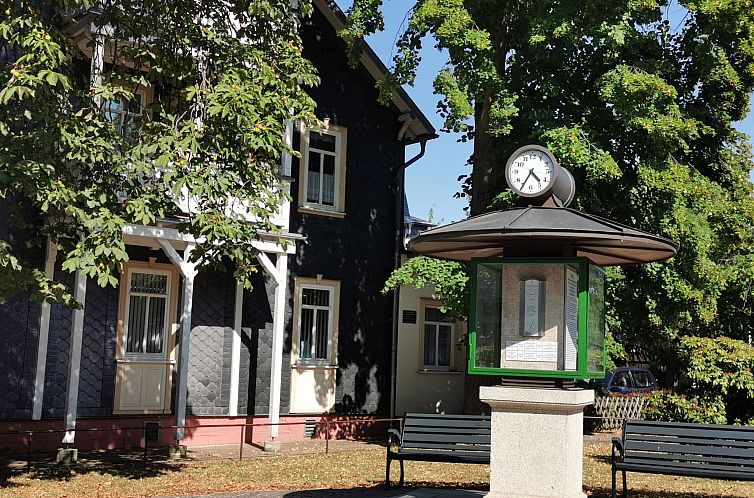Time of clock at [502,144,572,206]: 4:35
